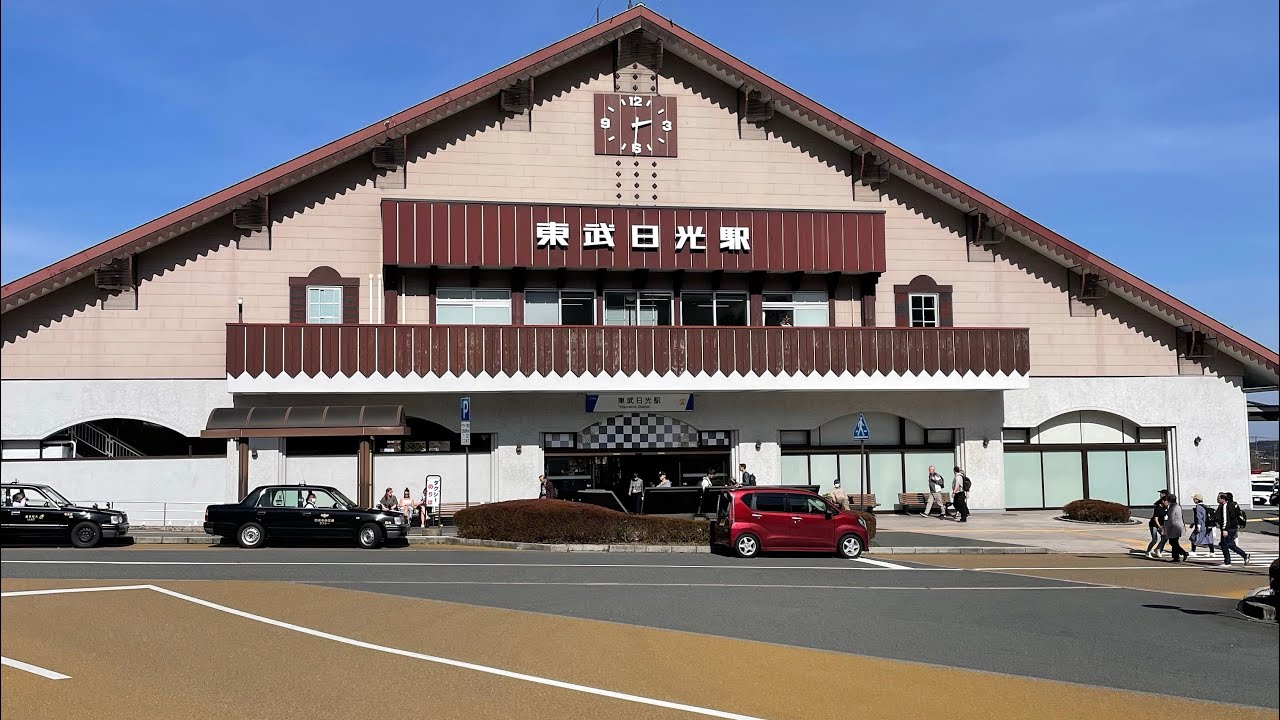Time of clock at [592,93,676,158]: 2:30
